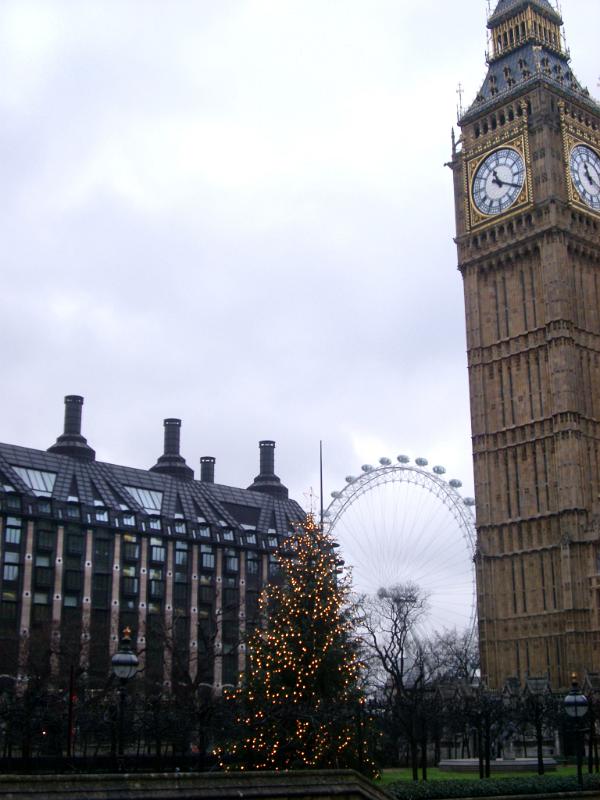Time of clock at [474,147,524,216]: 11:19
